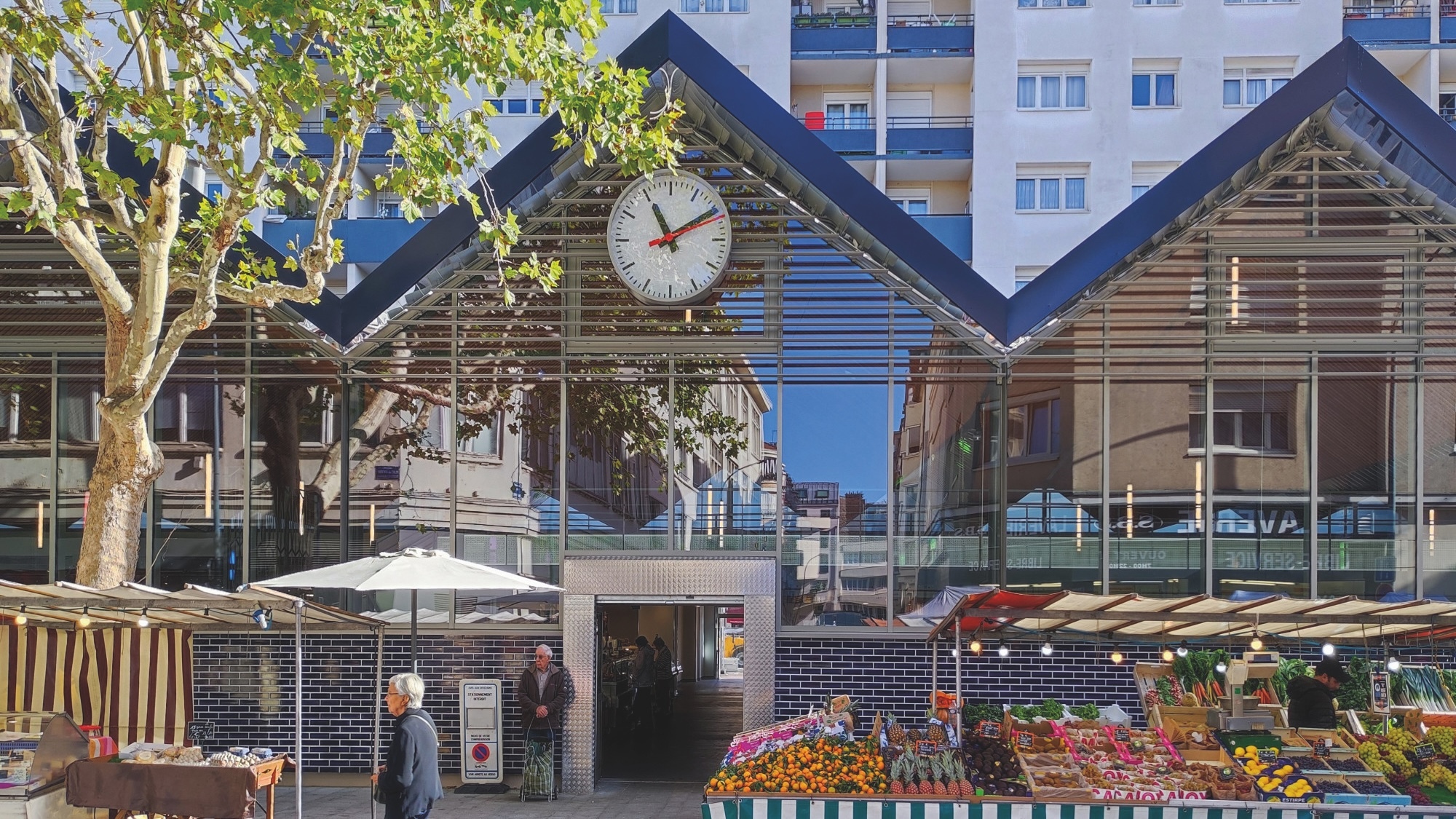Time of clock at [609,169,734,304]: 11:09
